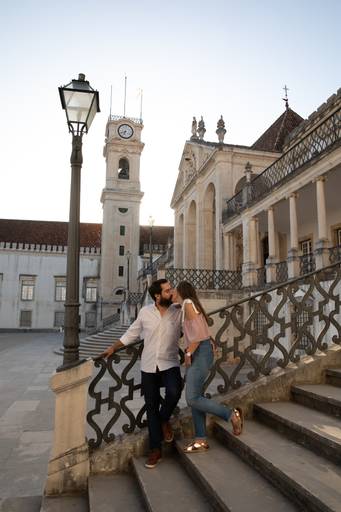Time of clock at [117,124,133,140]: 6:41
